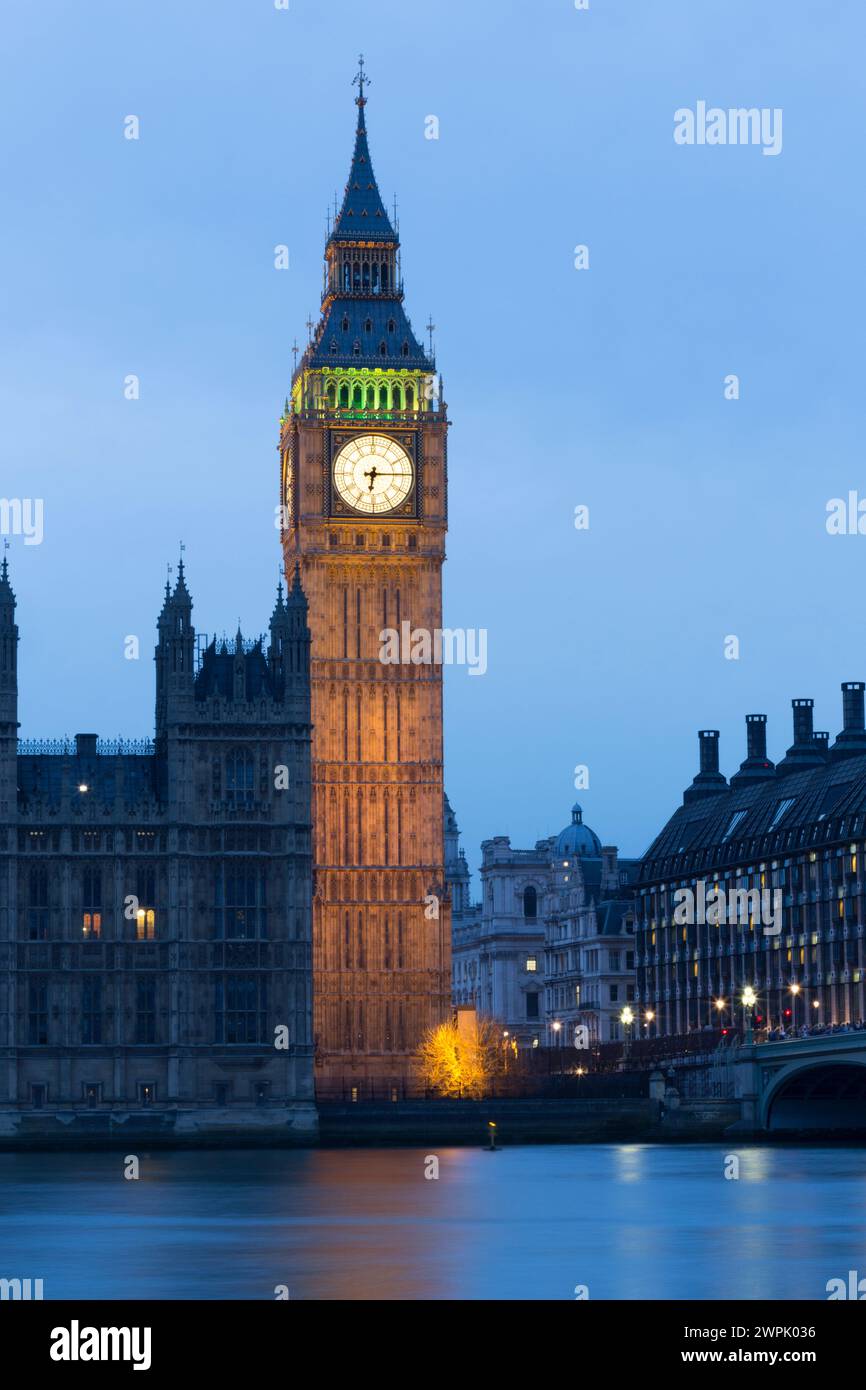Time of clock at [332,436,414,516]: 6:15
